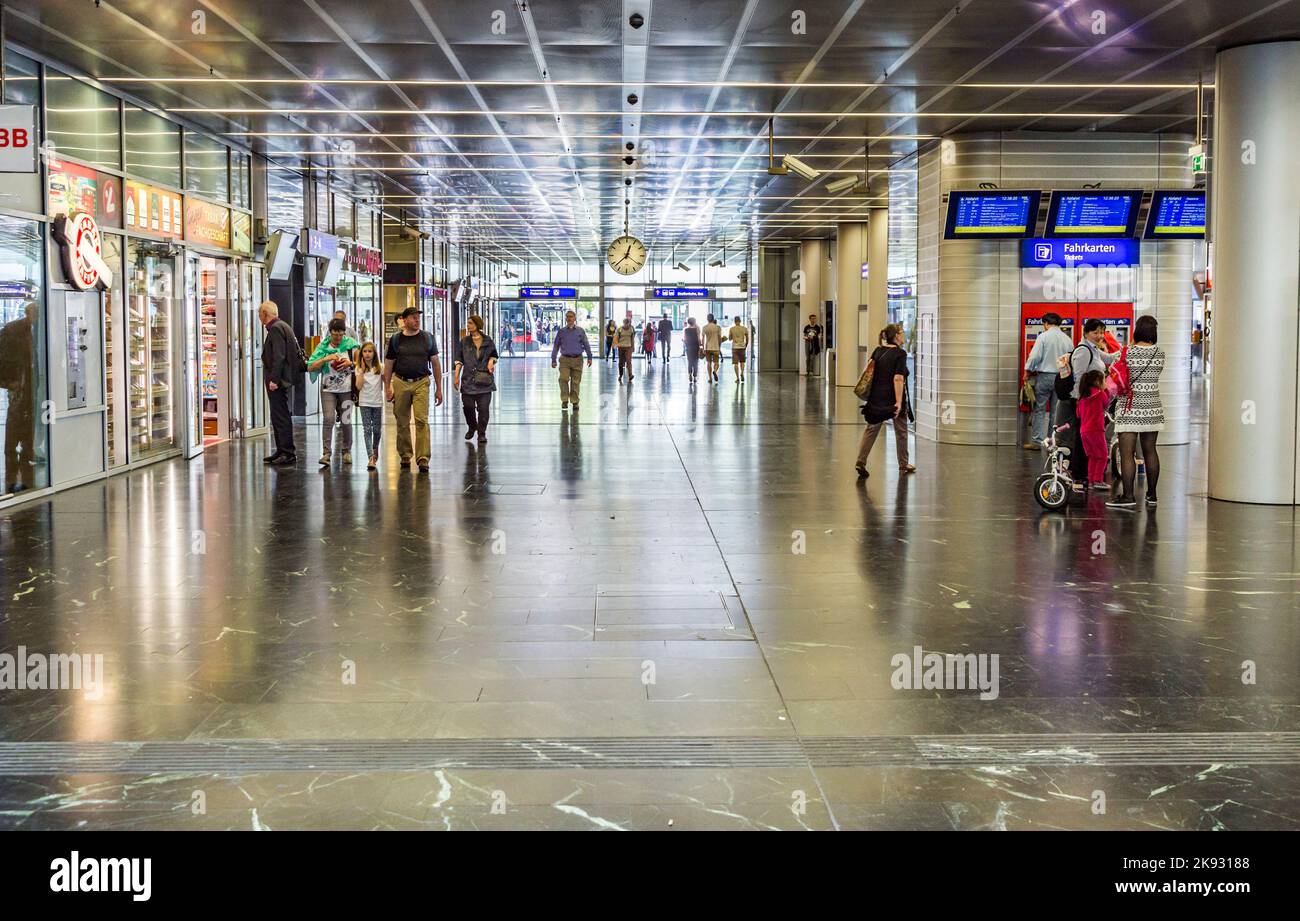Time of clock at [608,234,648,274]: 12:37
